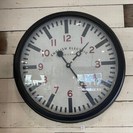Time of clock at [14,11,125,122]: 1:24
